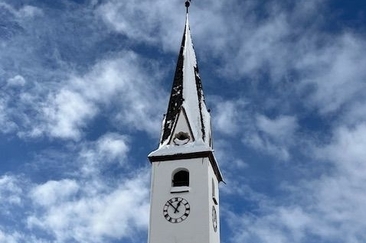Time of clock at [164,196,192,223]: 12:52
